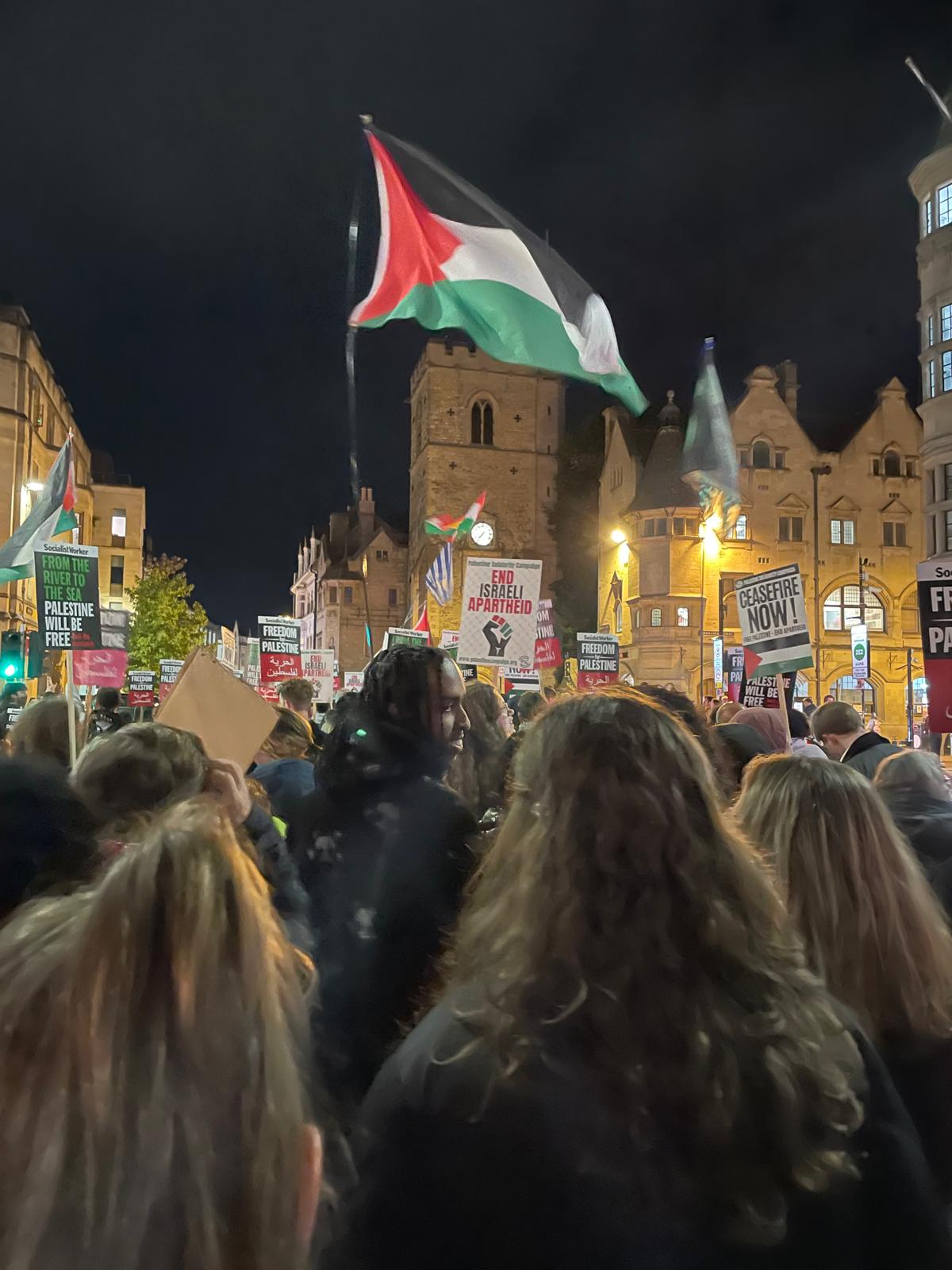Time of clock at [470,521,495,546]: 7:36
